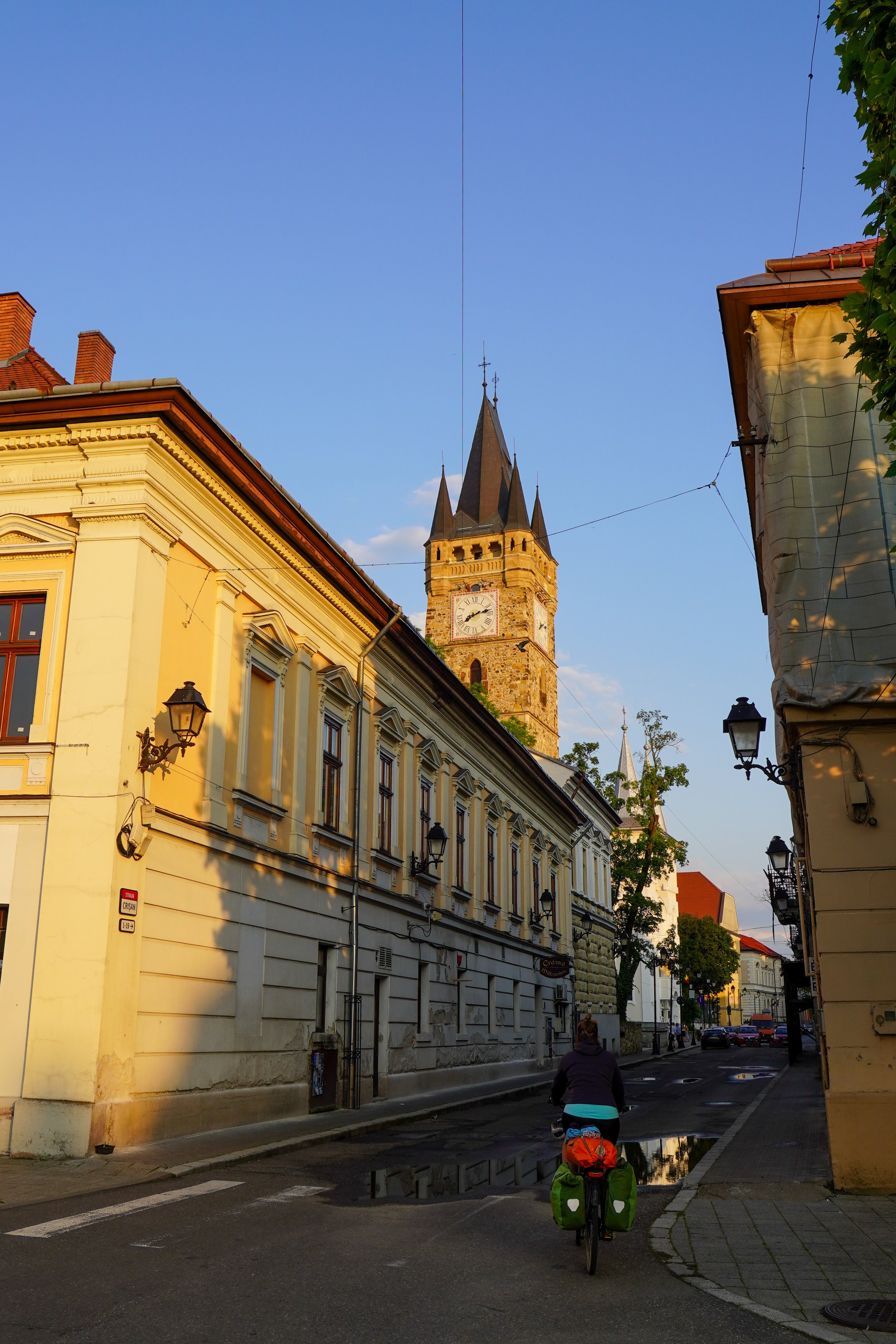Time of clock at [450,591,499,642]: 8:12
